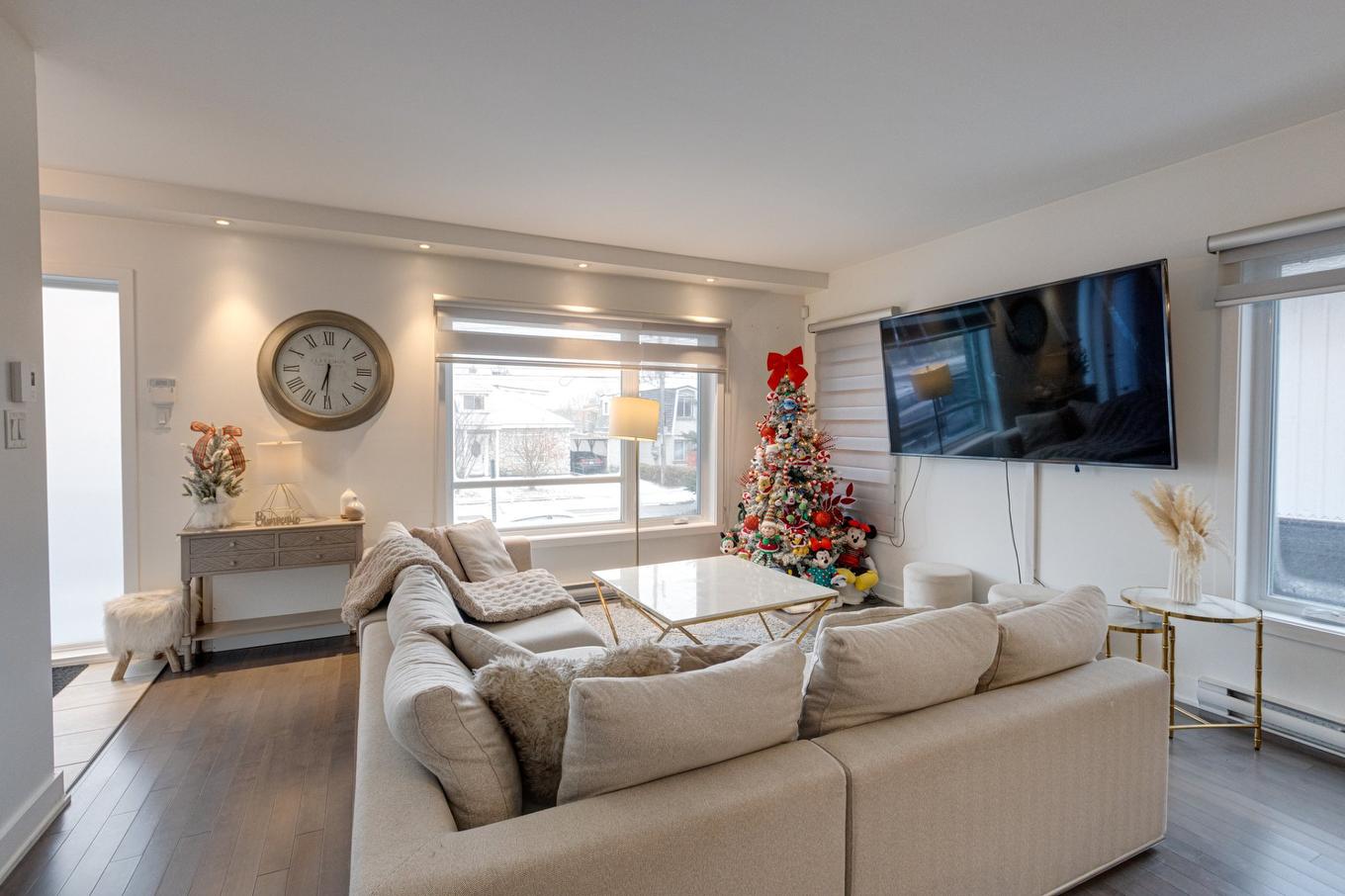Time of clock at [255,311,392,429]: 6:30
